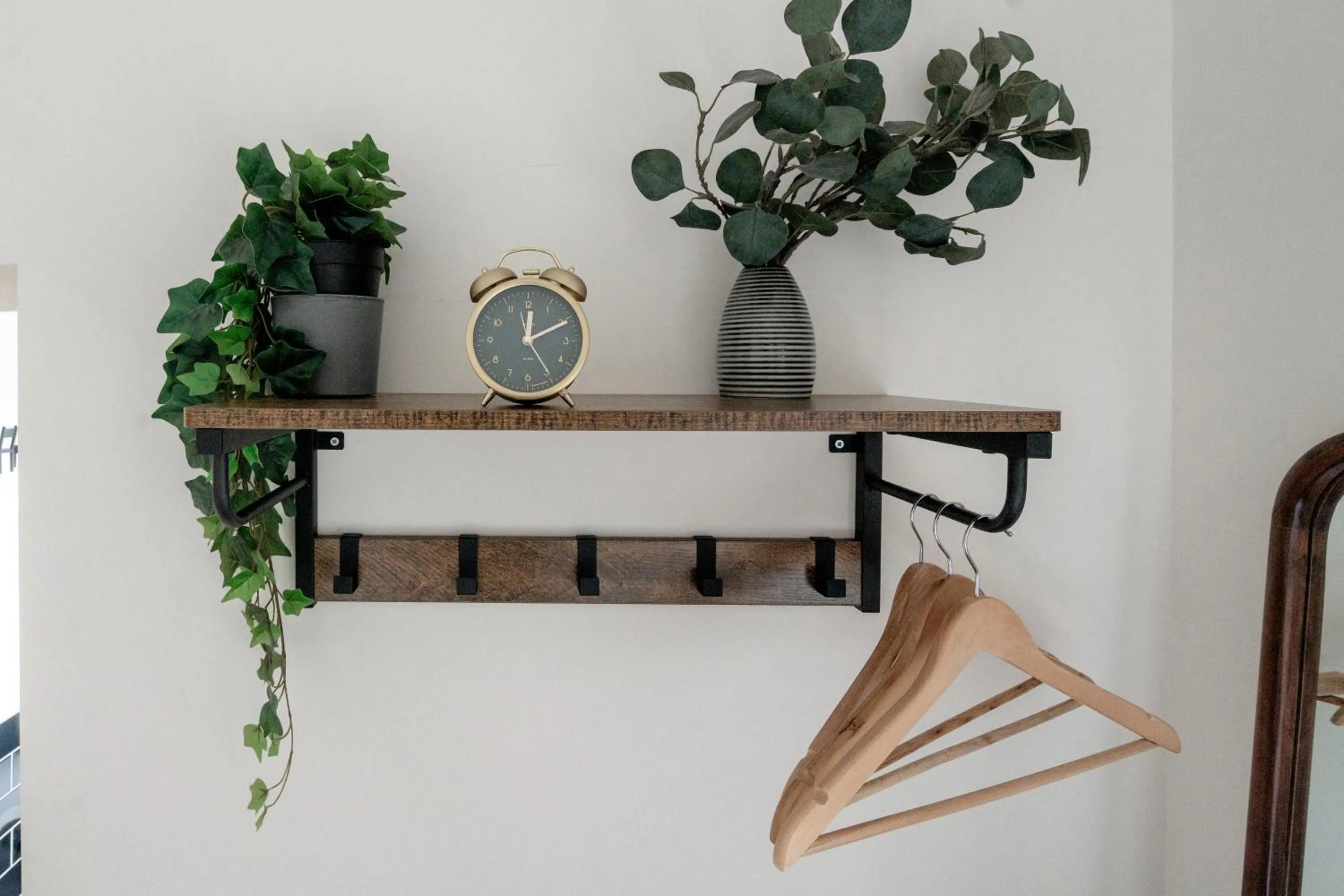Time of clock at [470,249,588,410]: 12:10
